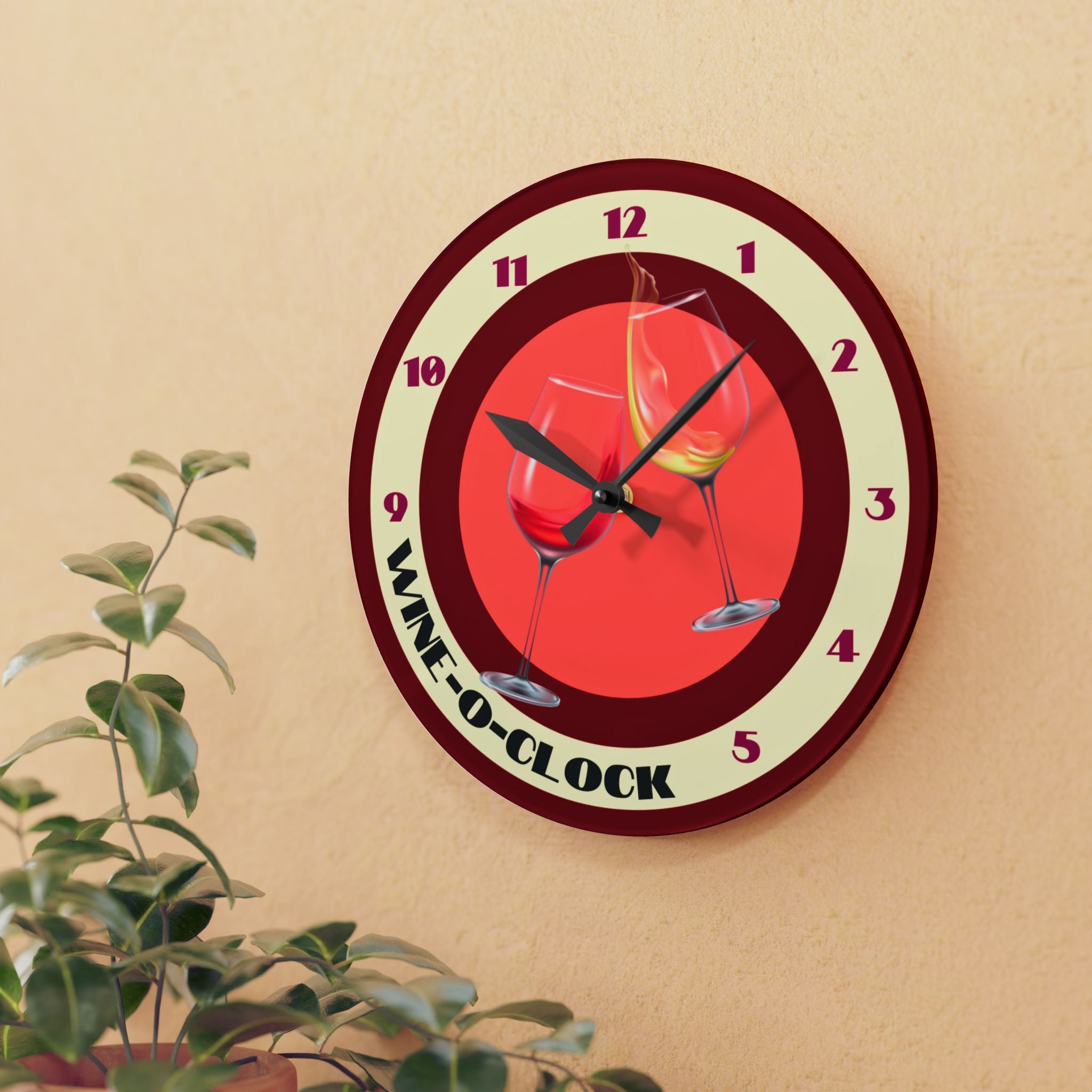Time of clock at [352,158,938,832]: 10:07
